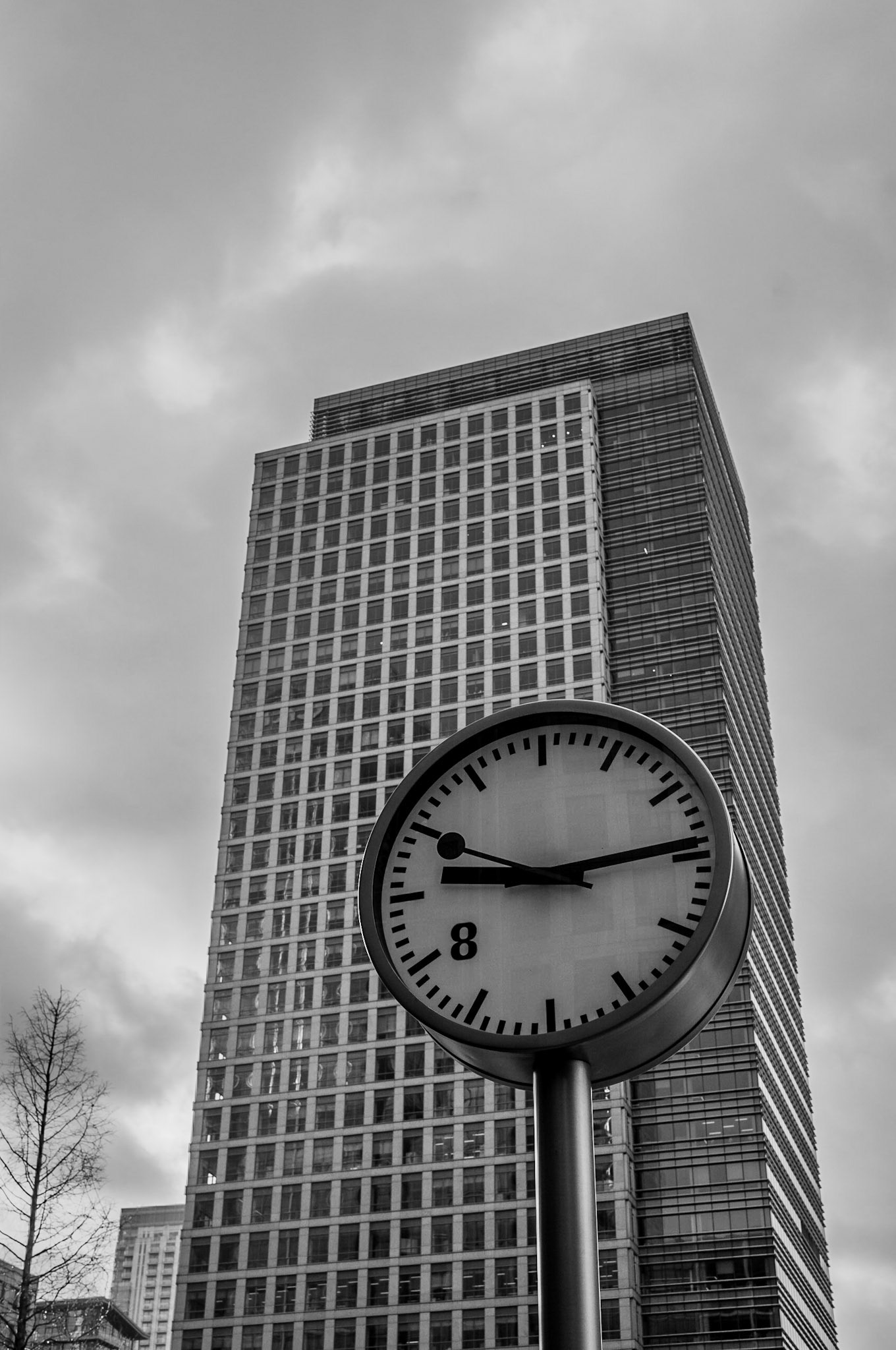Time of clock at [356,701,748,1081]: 9:14
